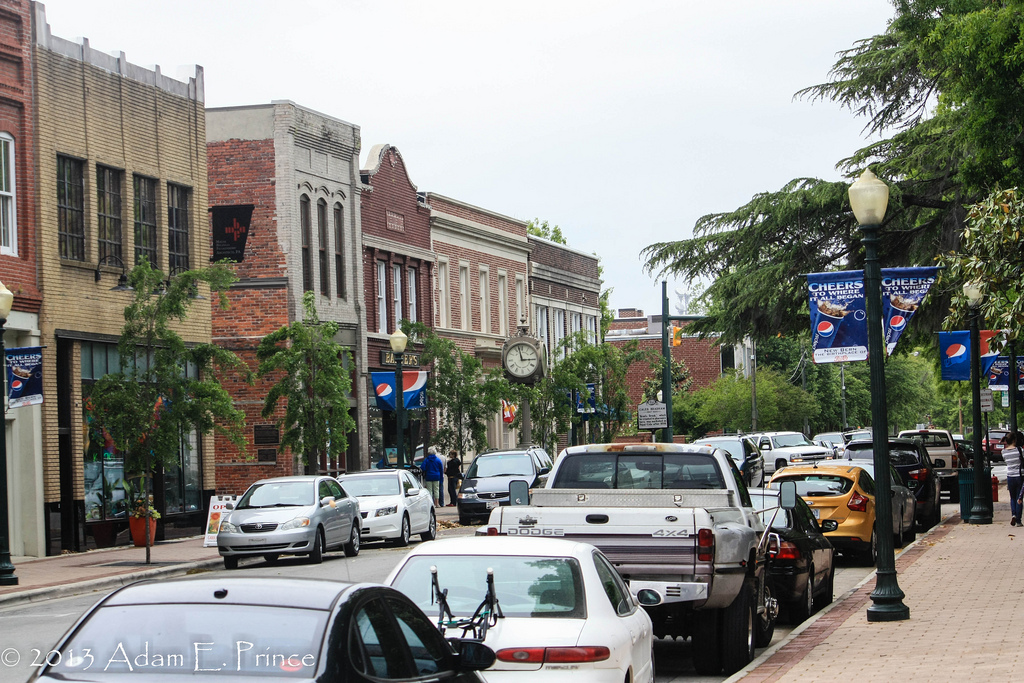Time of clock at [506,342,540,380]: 2:57
